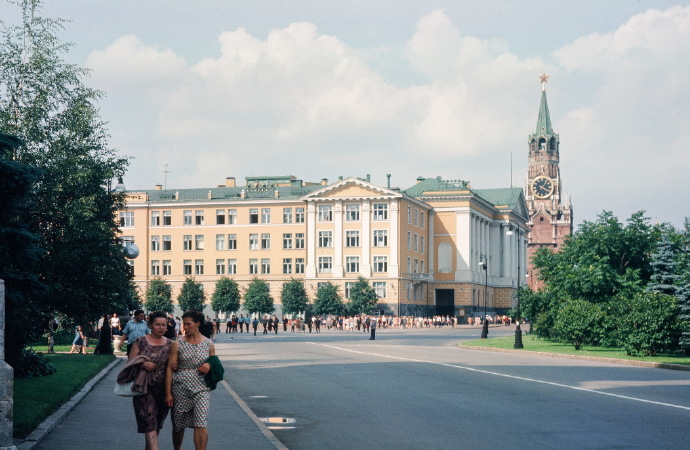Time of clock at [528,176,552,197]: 1:20
